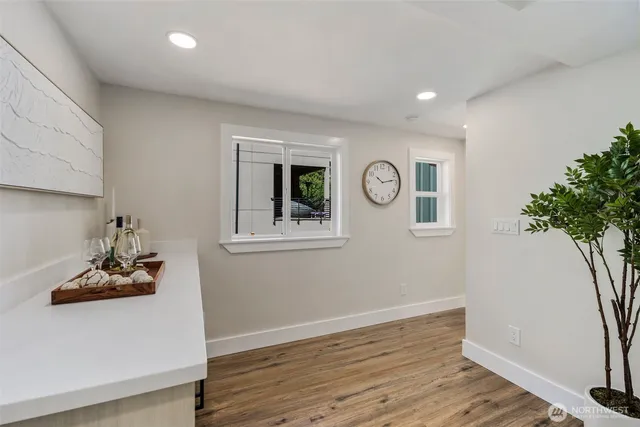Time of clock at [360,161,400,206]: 10:13
